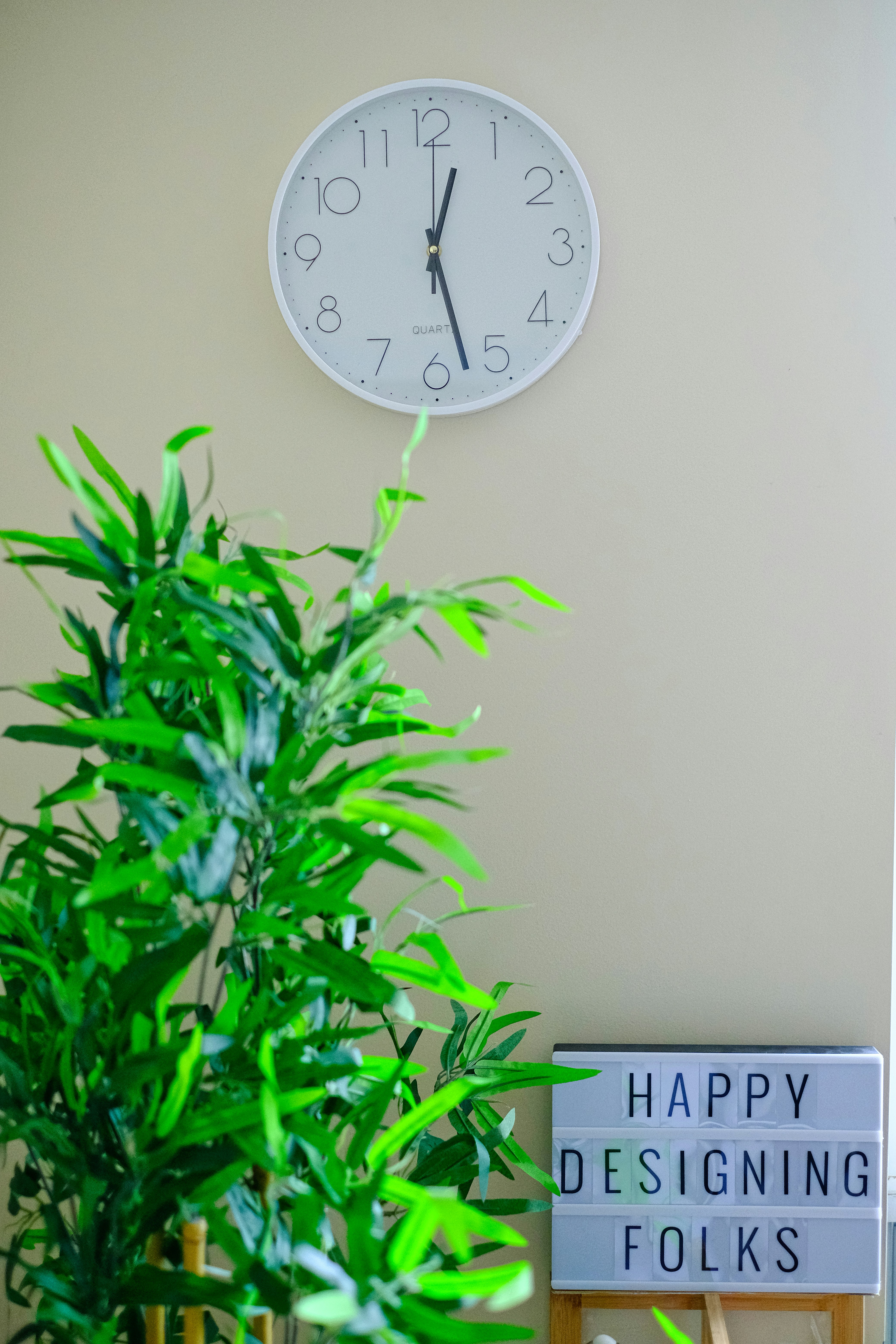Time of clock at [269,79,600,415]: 12:27
